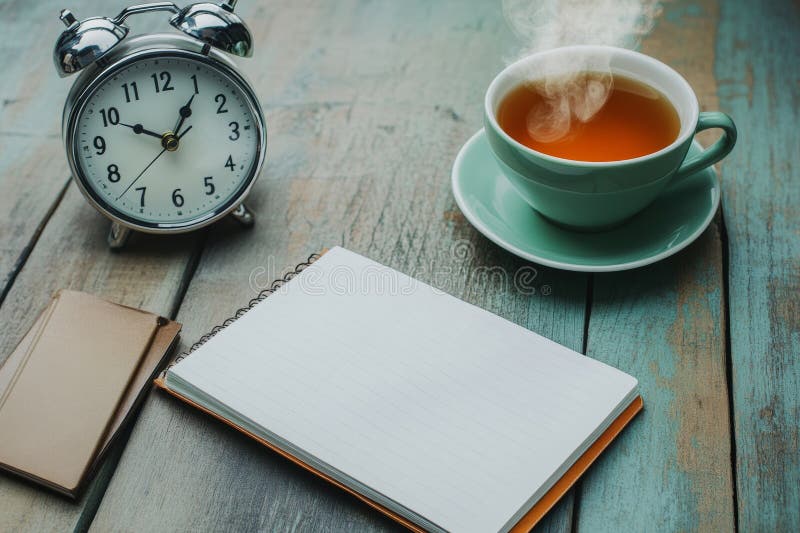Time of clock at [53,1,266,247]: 10:05
